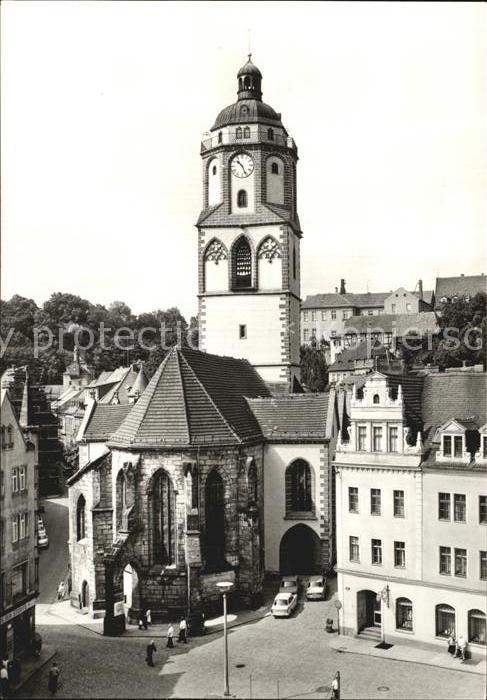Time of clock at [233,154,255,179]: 10:26
